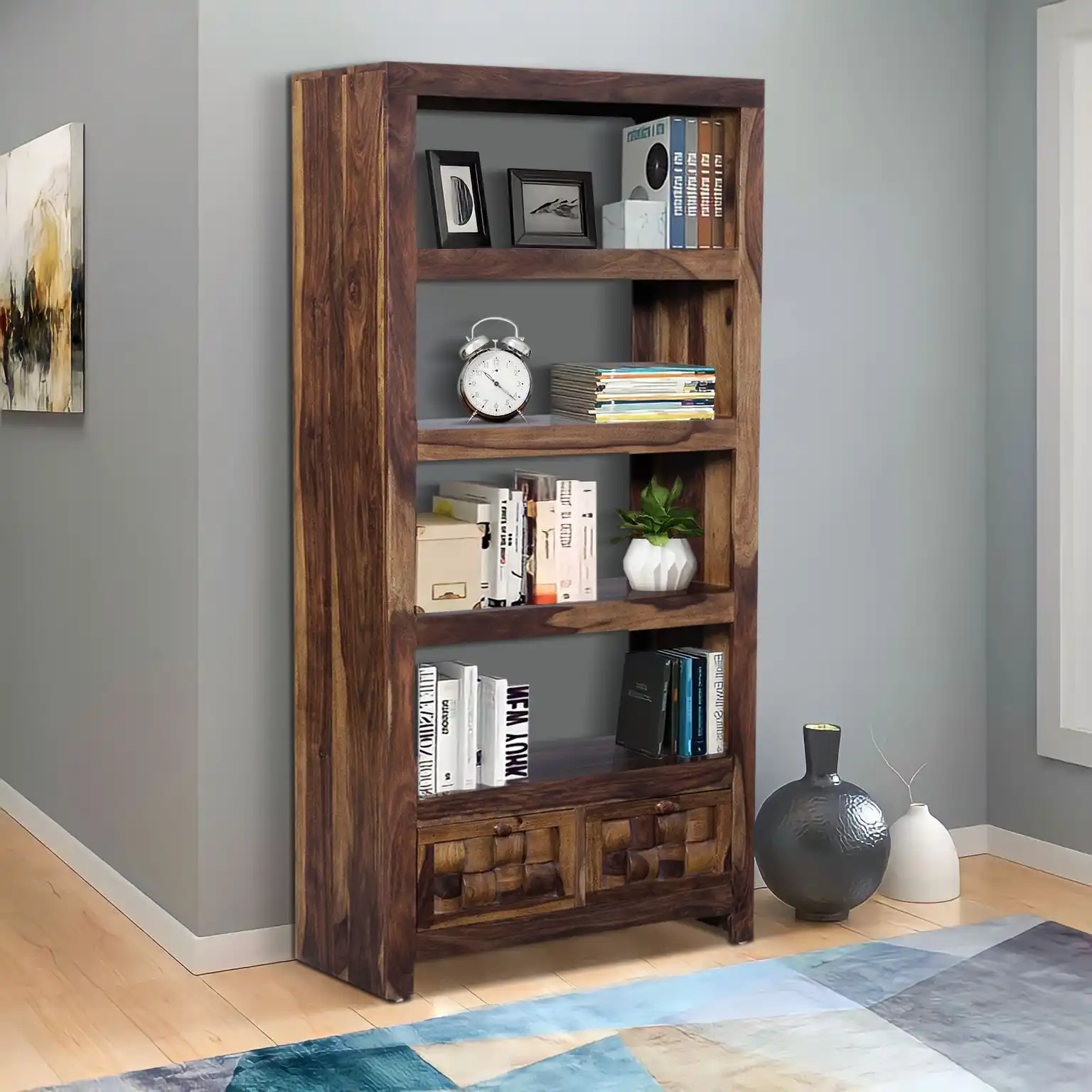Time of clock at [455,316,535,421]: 10:21
